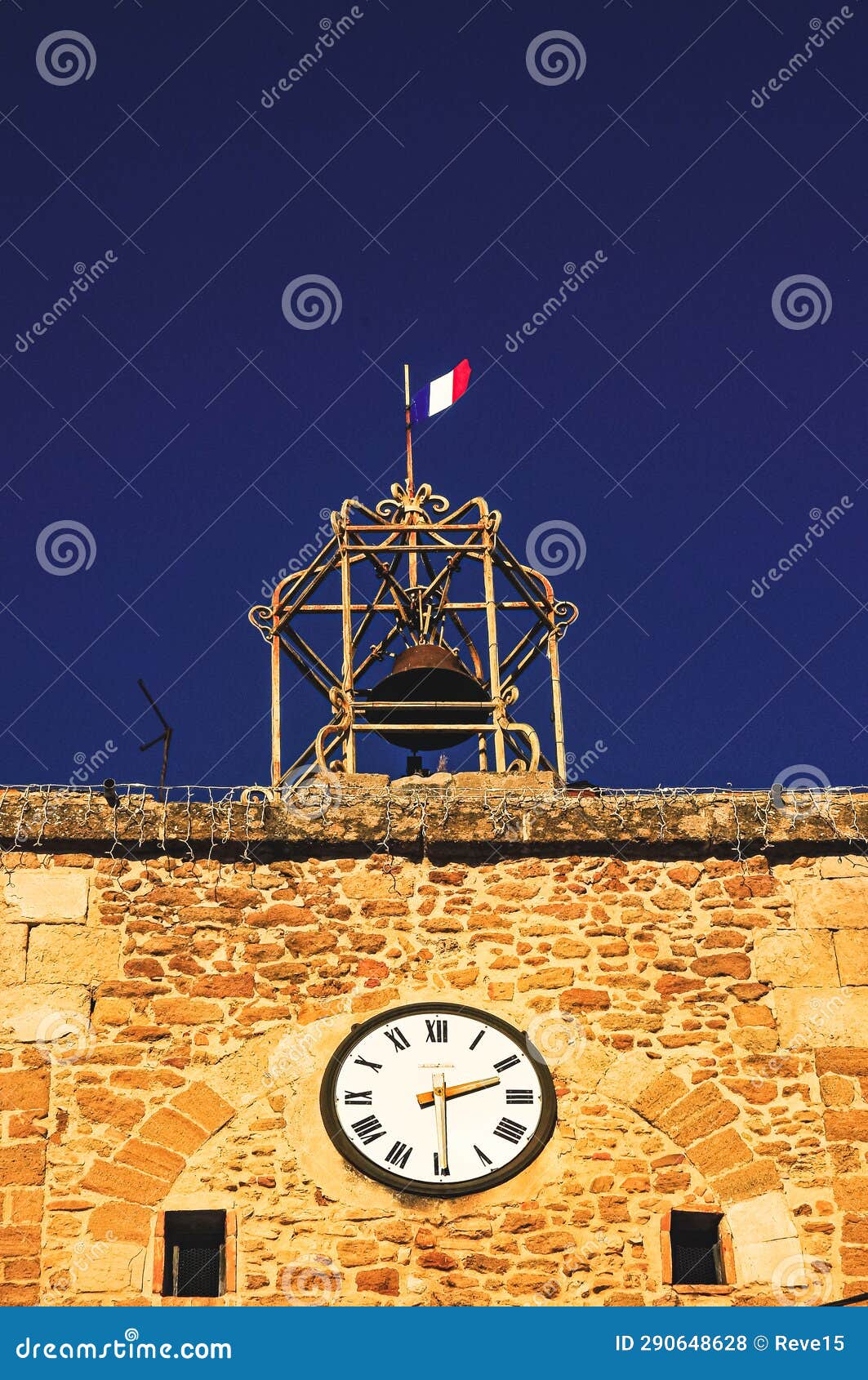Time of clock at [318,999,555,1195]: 2:29
